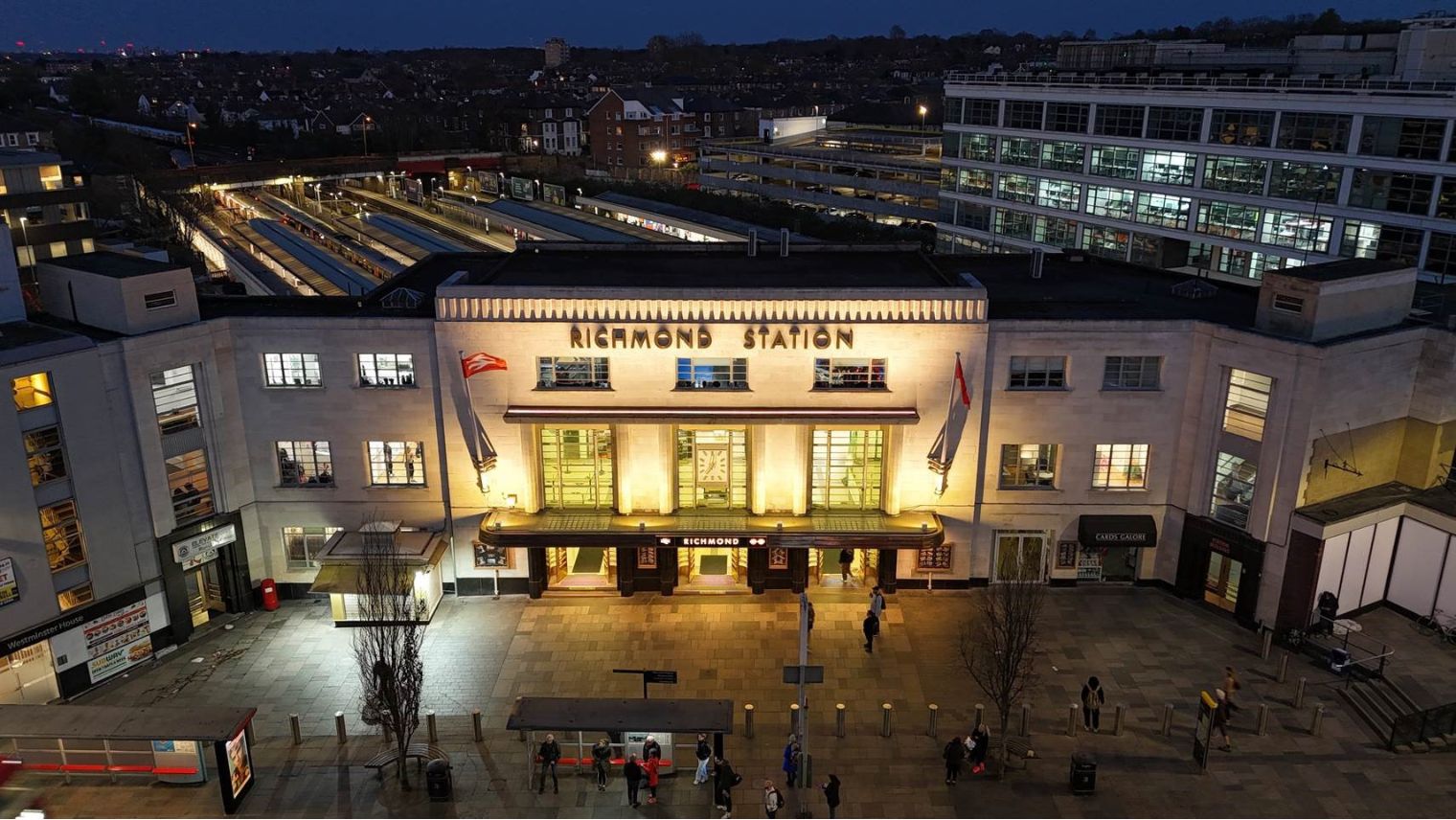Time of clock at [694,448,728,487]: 7:01
